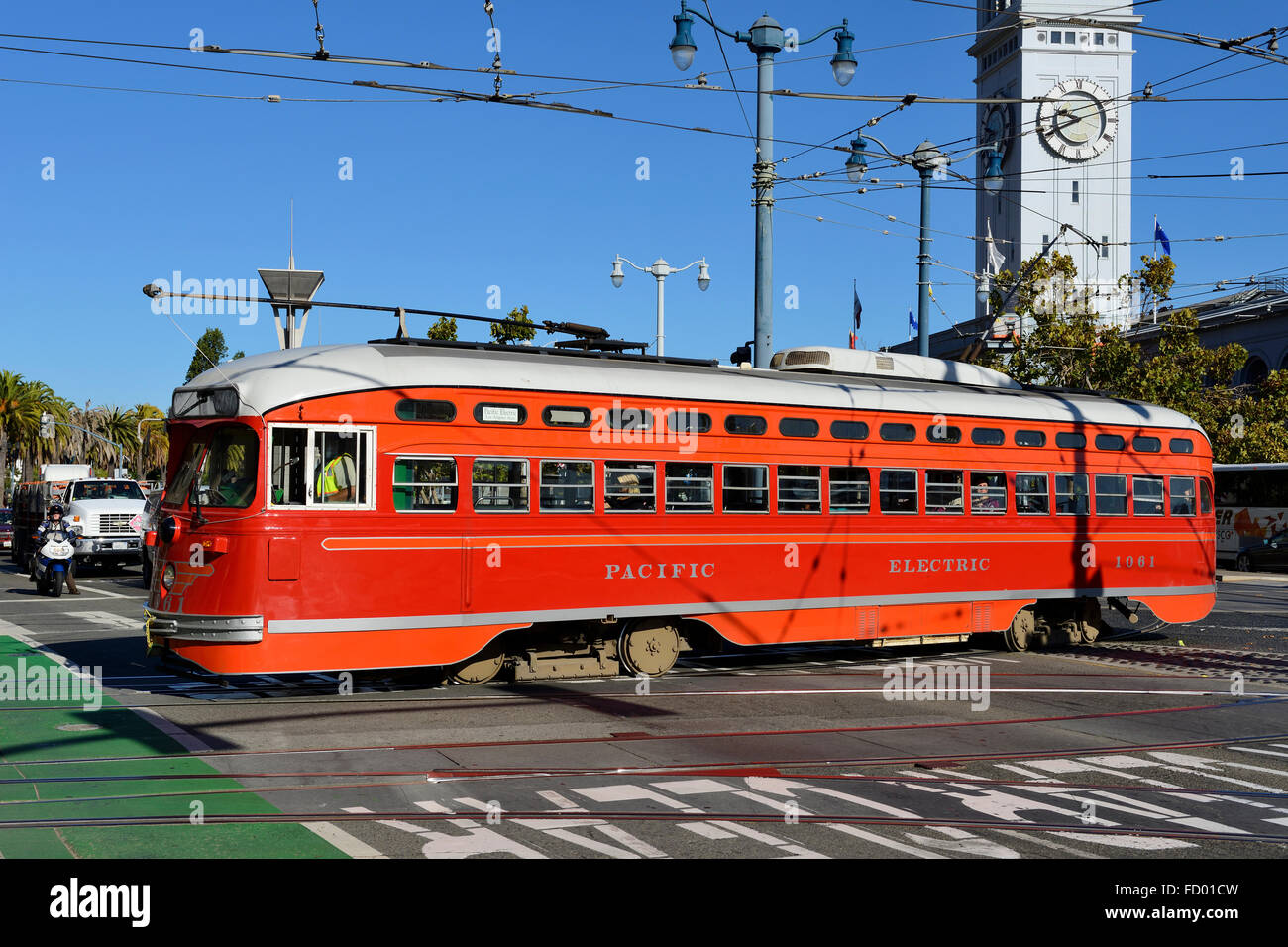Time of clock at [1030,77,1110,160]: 9:41
